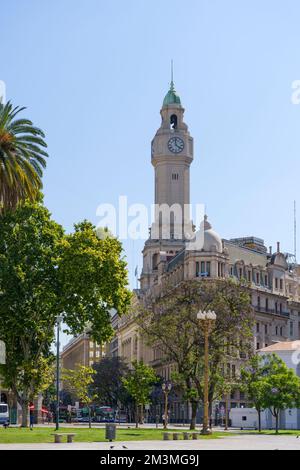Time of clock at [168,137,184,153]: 3:58
